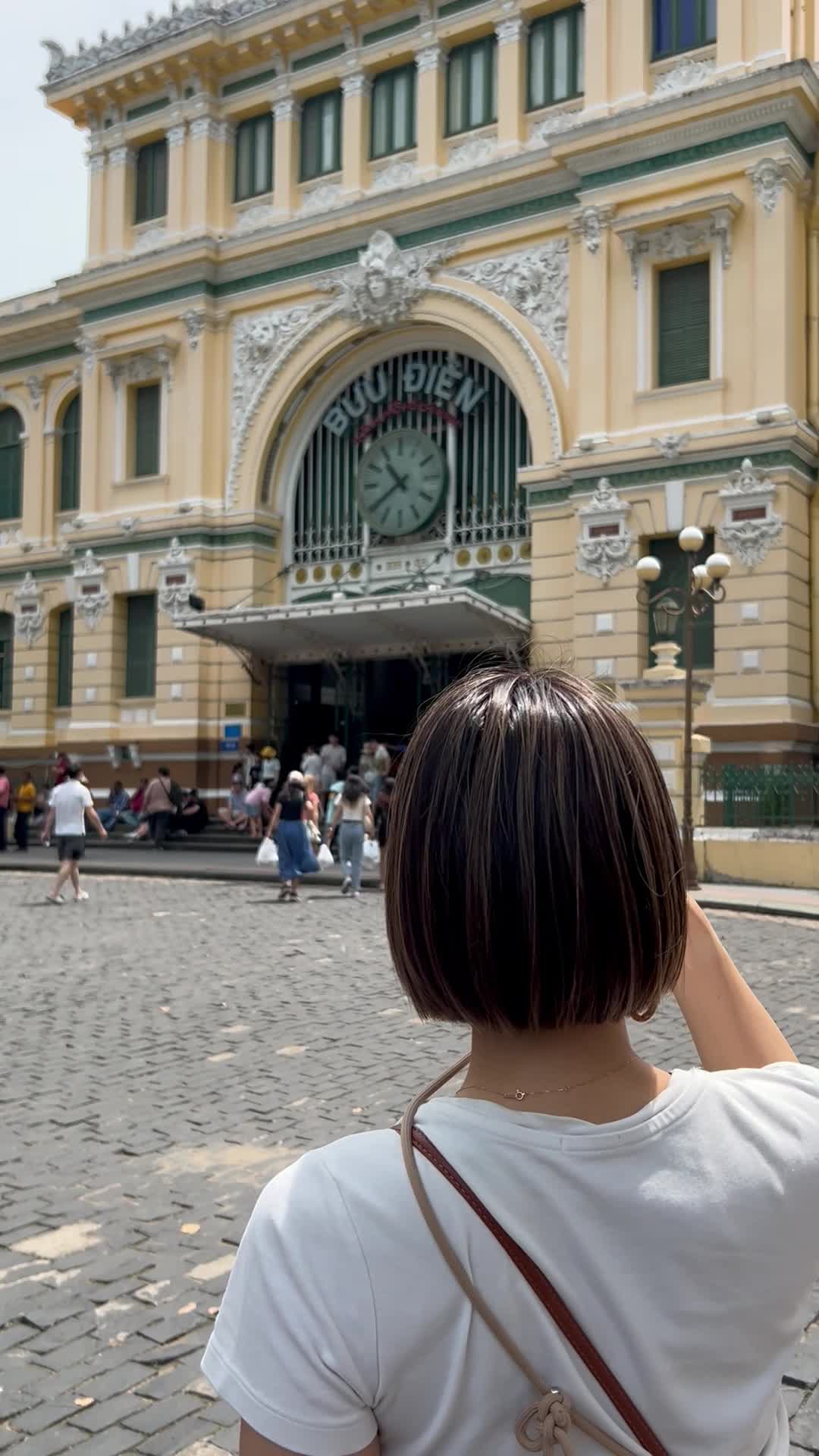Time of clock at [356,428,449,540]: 10:39
